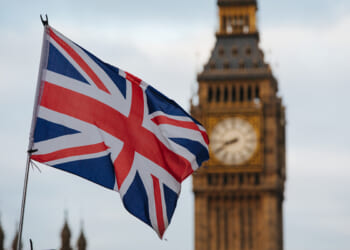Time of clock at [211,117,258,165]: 8:40
